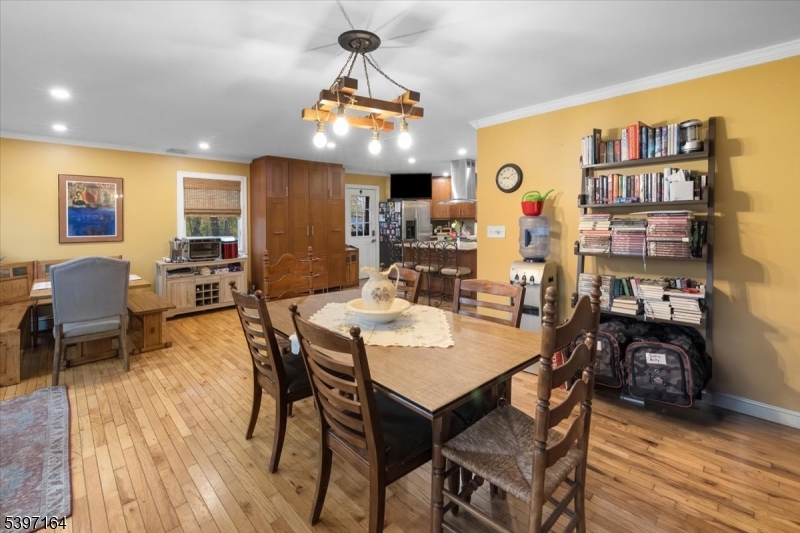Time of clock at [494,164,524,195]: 9:09
